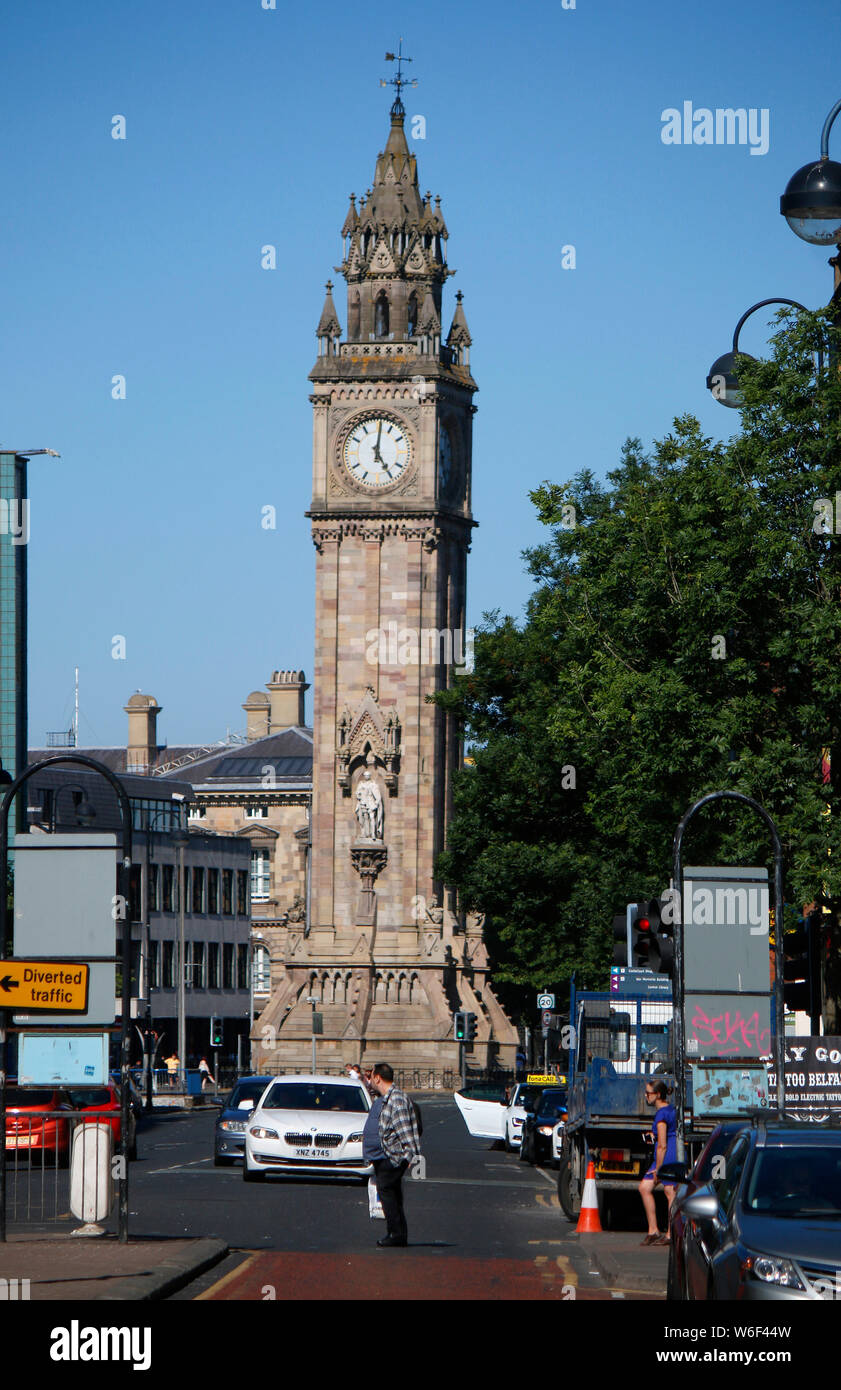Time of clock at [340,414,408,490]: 5:01
